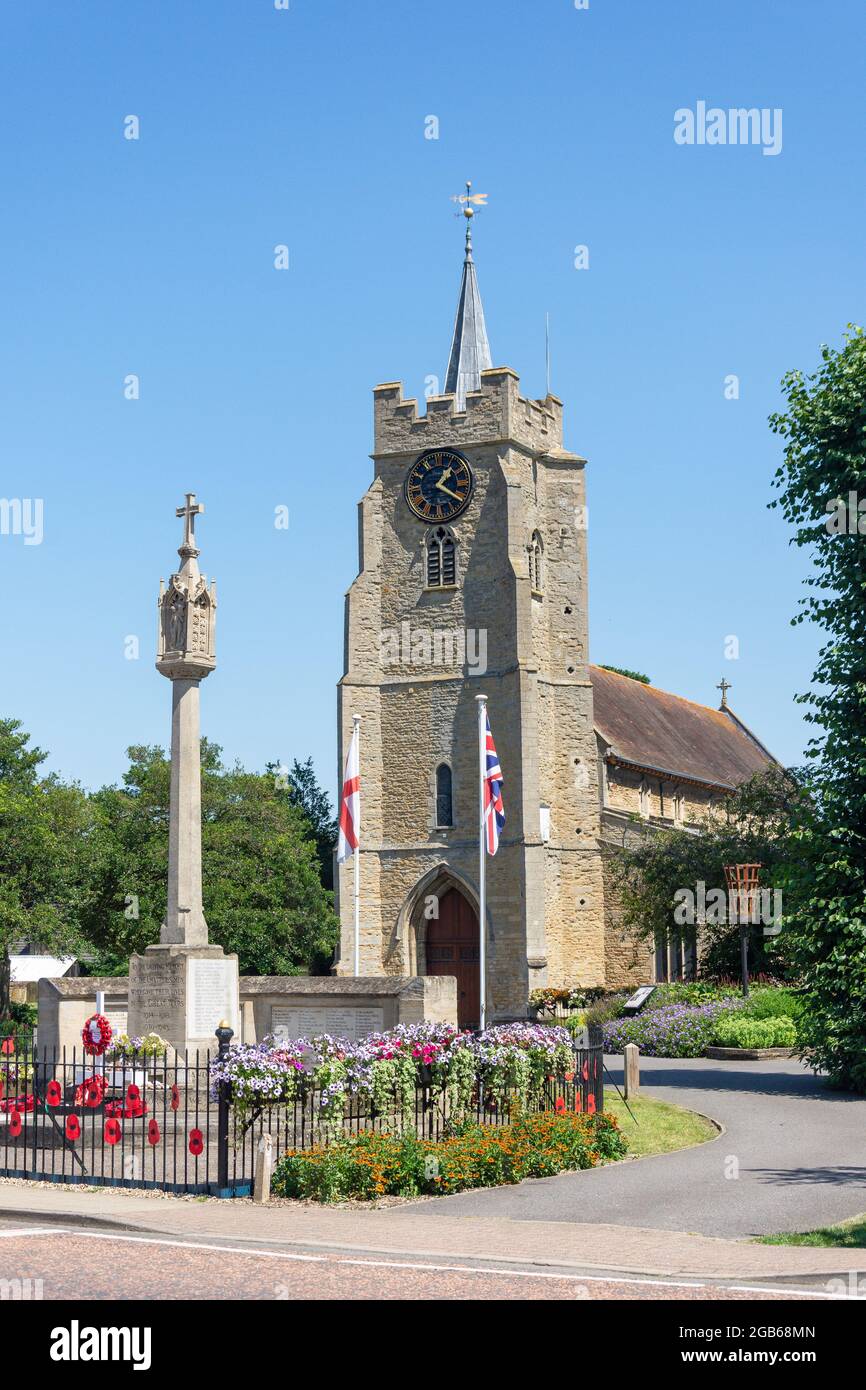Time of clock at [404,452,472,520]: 1:20
